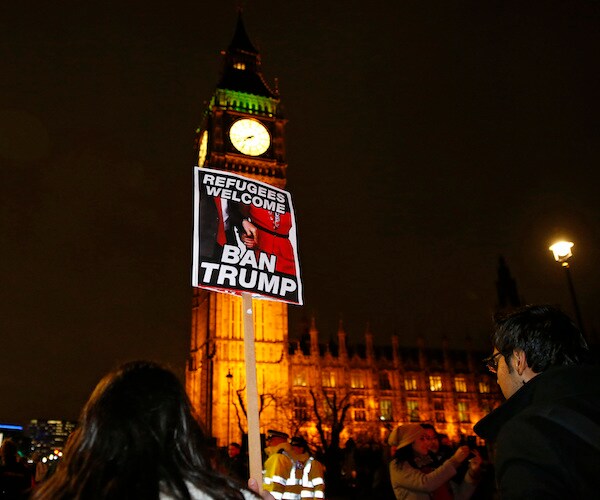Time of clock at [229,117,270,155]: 7:41
